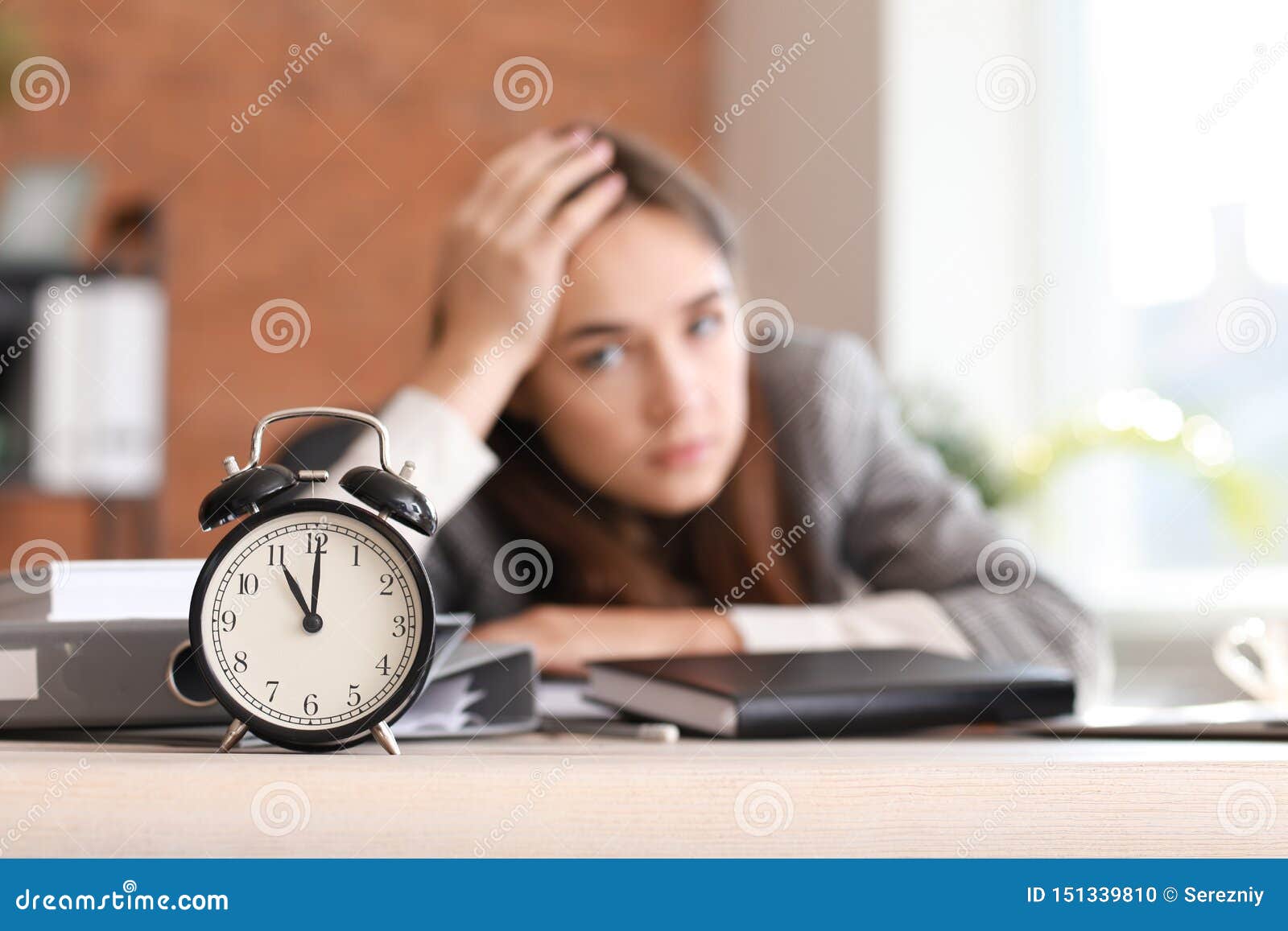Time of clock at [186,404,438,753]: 11:00
